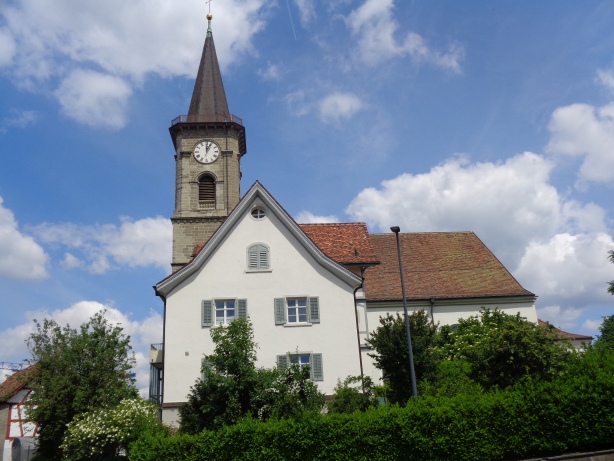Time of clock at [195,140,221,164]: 12:04
